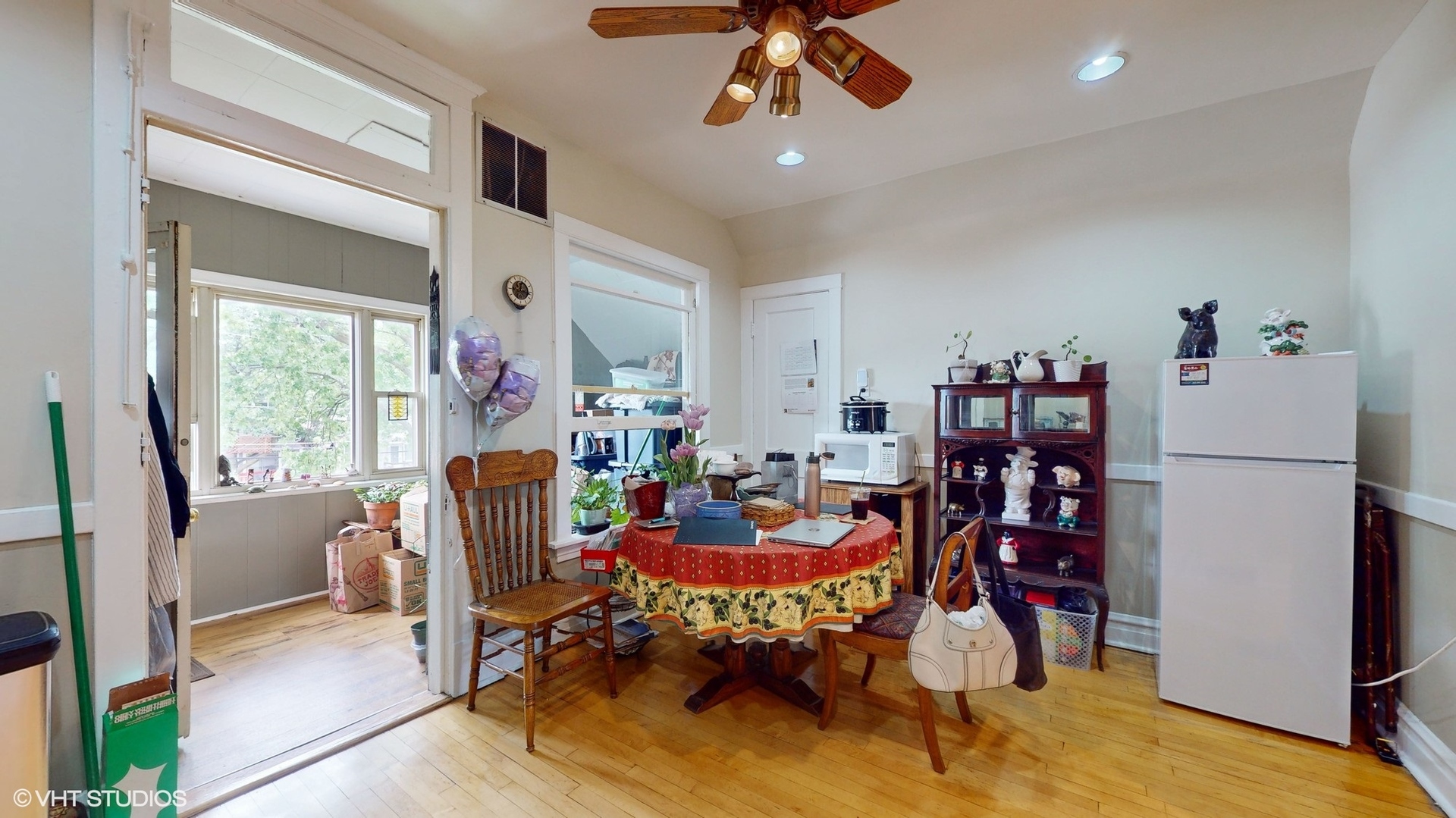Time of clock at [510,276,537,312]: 12:16
